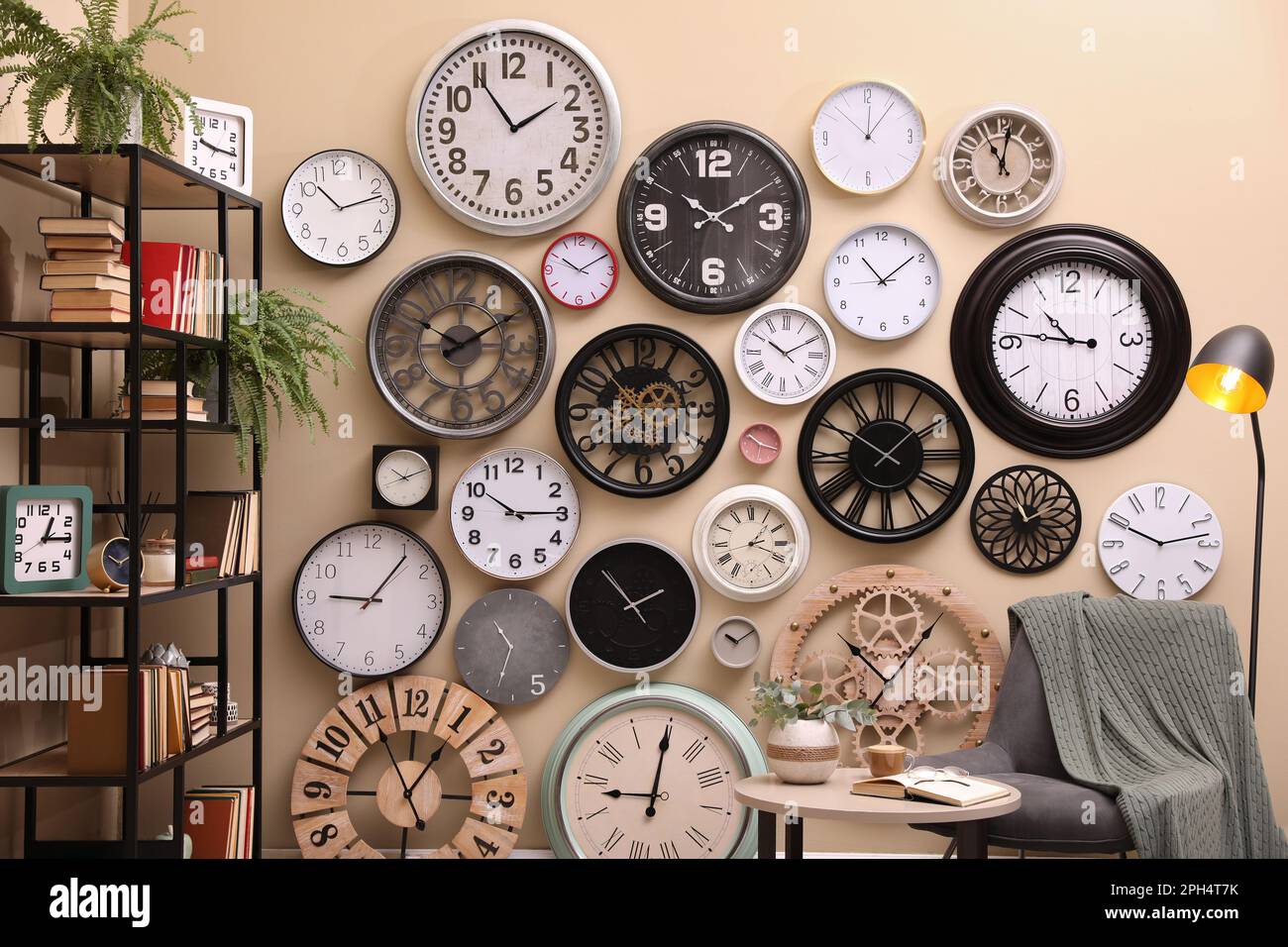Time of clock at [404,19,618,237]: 1:54
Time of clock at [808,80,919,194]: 12:06
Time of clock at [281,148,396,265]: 10:12
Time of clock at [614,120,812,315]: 10:09
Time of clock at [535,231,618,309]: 10:09
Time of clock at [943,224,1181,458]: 10:46
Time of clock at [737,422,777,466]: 10:17
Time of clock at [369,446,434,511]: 10:11
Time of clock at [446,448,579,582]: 10:14
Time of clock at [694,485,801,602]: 1:18
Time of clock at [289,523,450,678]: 9:06
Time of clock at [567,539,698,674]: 1:53
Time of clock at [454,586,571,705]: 10:33
